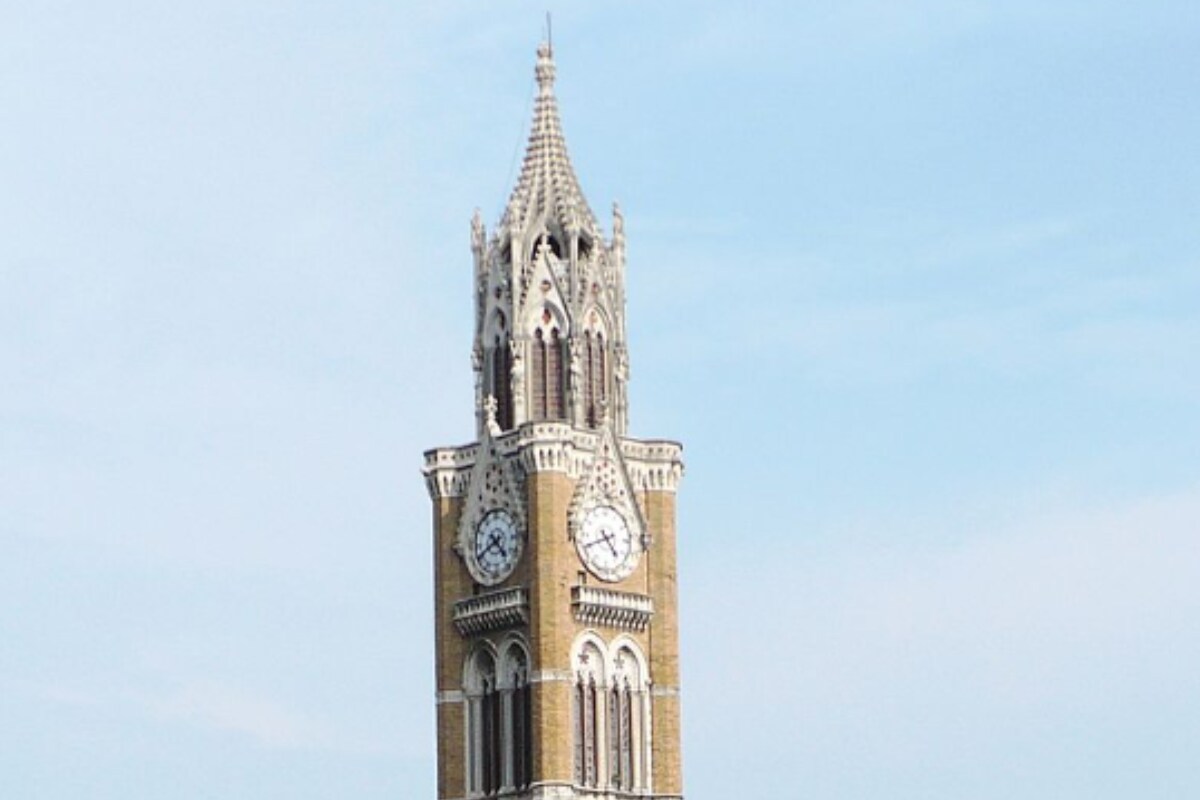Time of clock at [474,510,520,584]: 4:40
